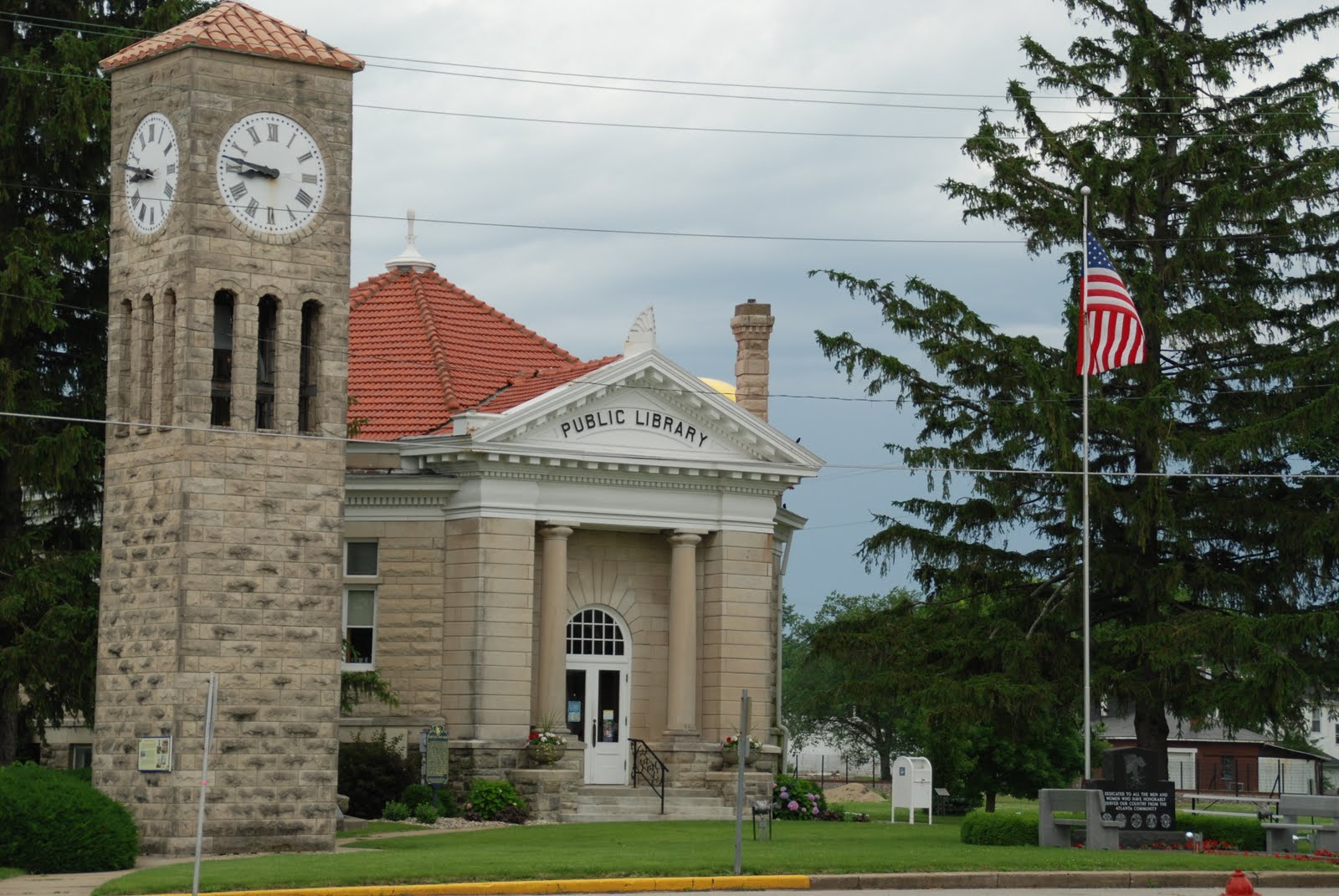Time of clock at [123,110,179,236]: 8:47
